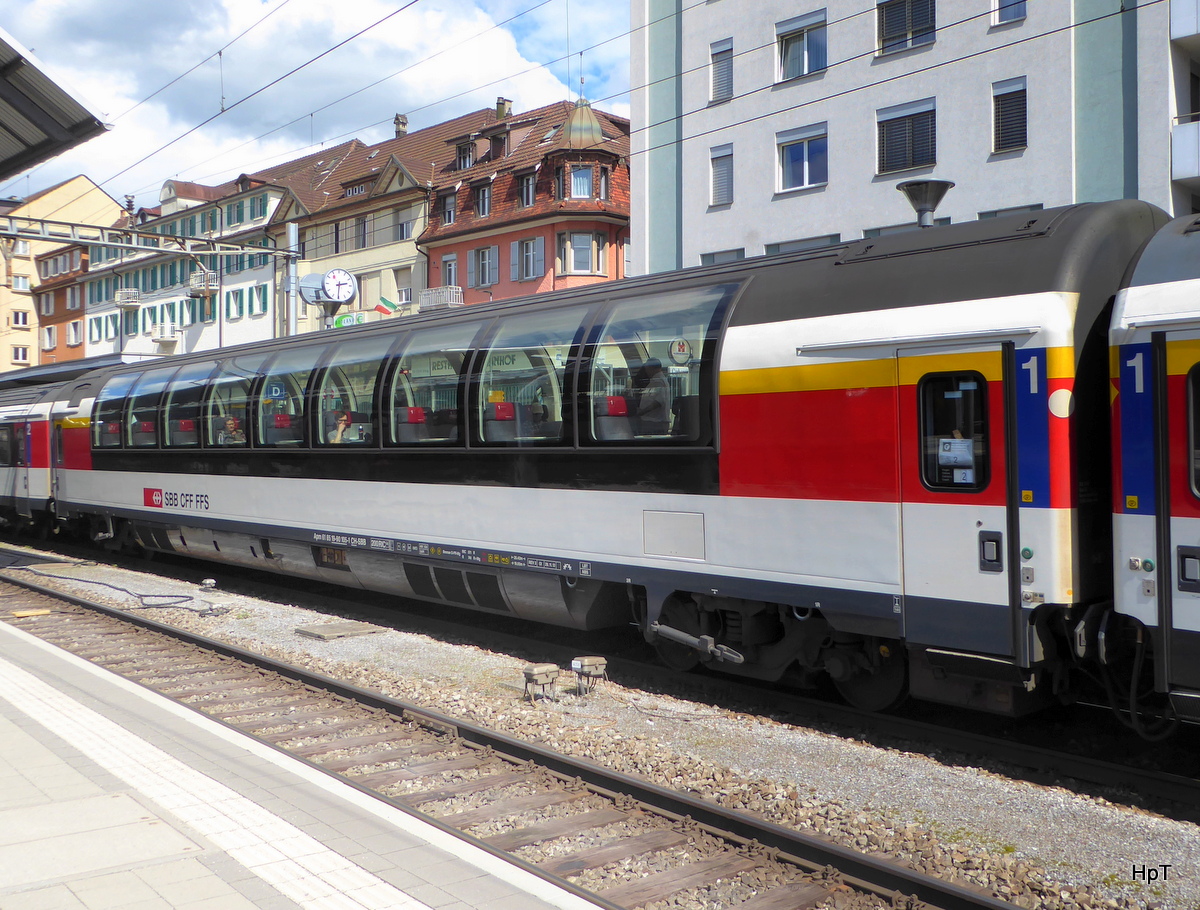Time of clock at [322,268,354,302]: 2:30
